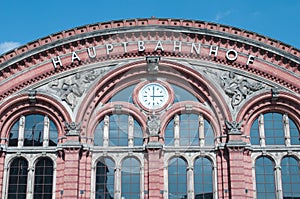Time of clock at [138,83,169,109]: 3:00
